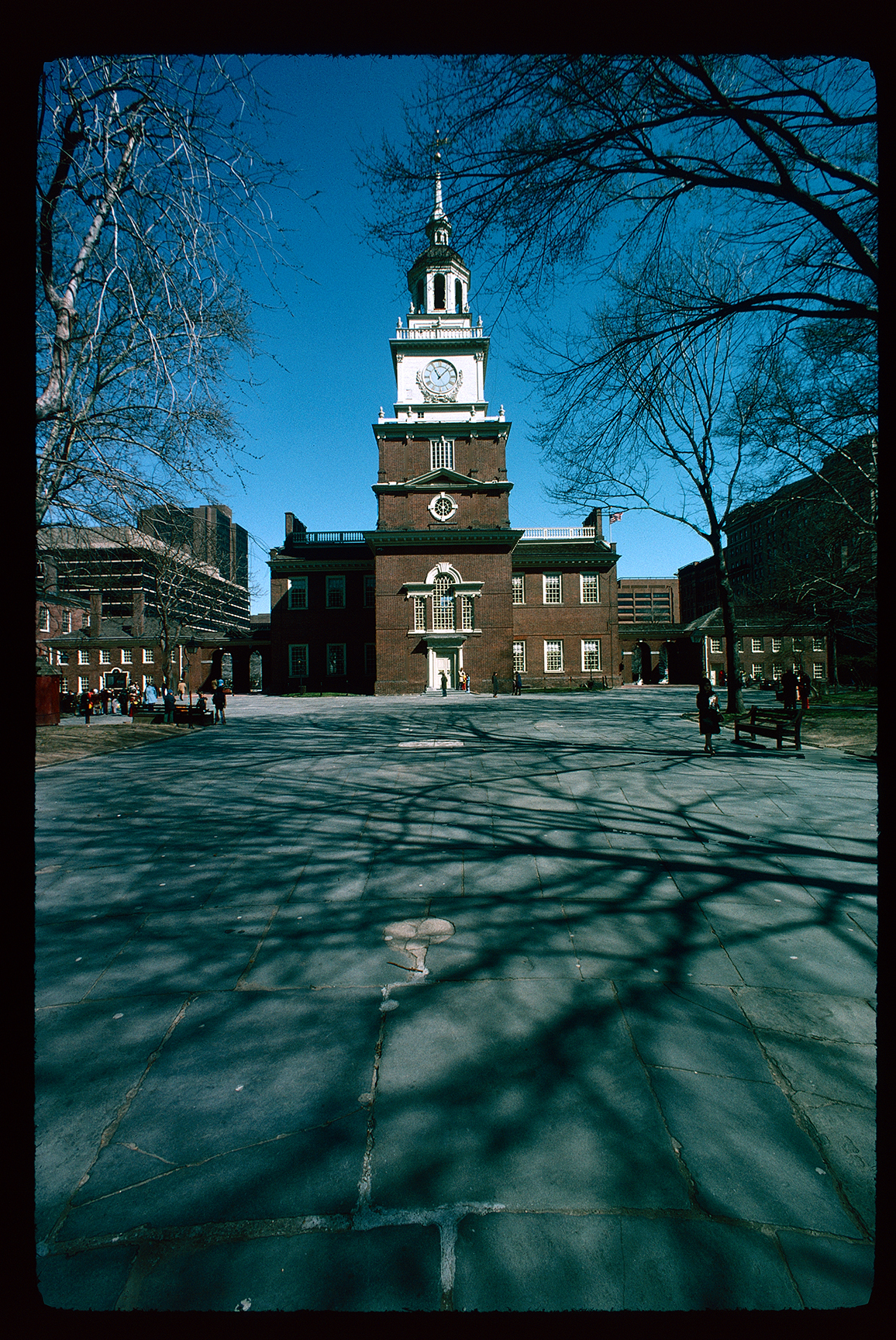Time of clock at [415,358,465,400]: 11:06
